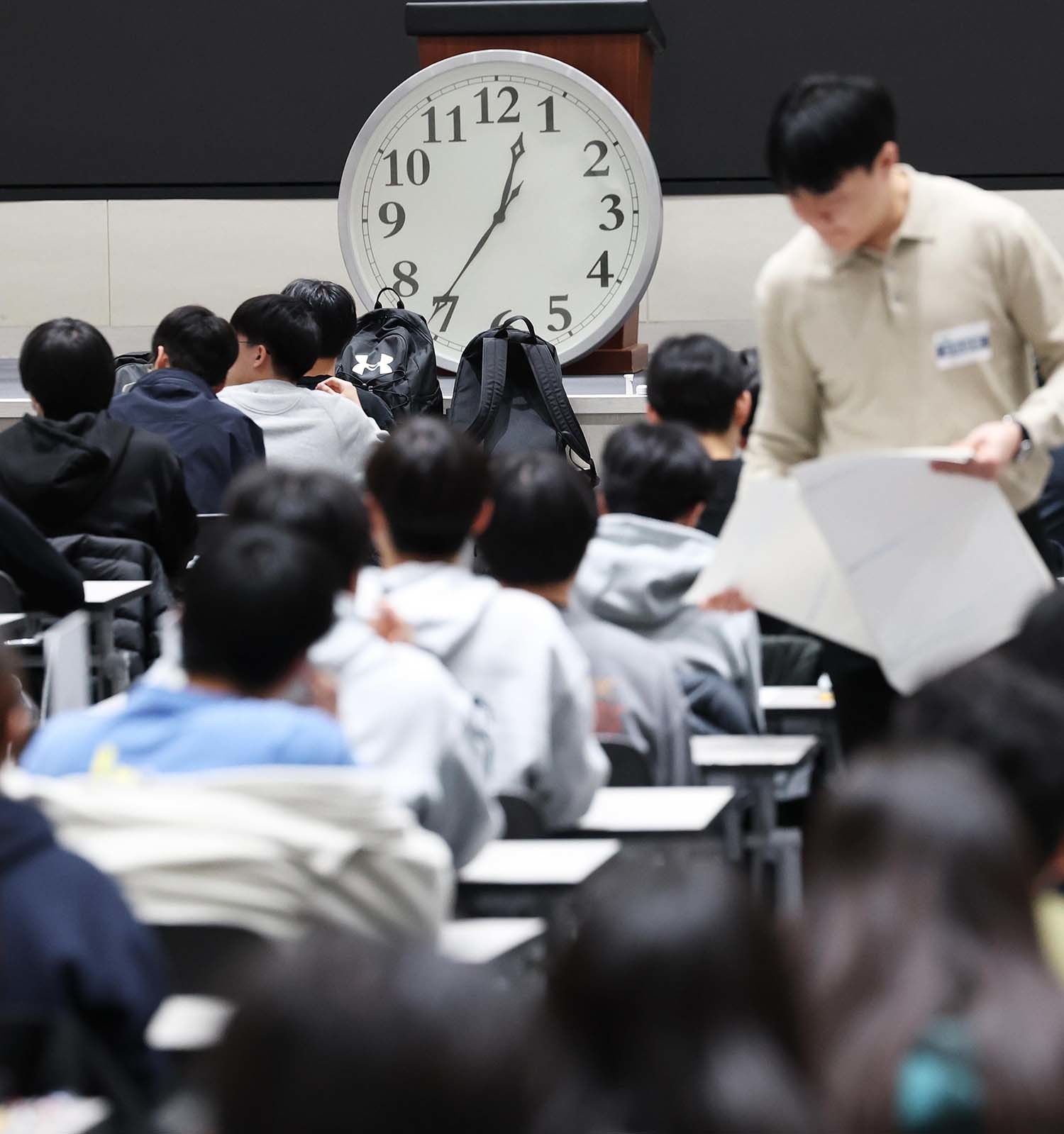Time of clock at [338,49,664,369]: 12:36
